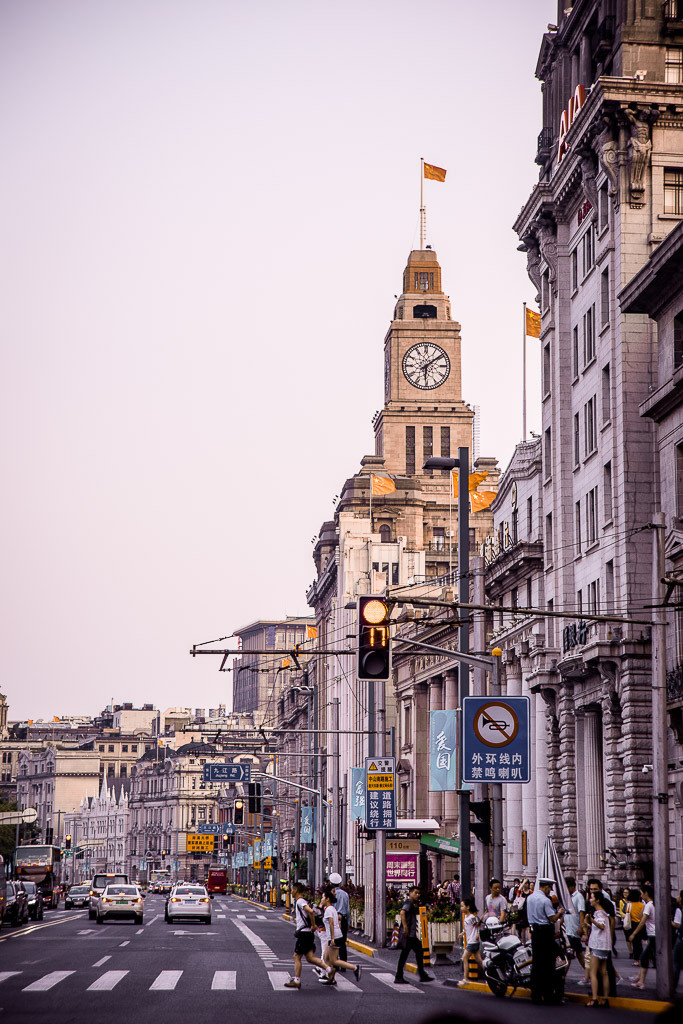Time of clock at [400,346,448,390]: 6:08
